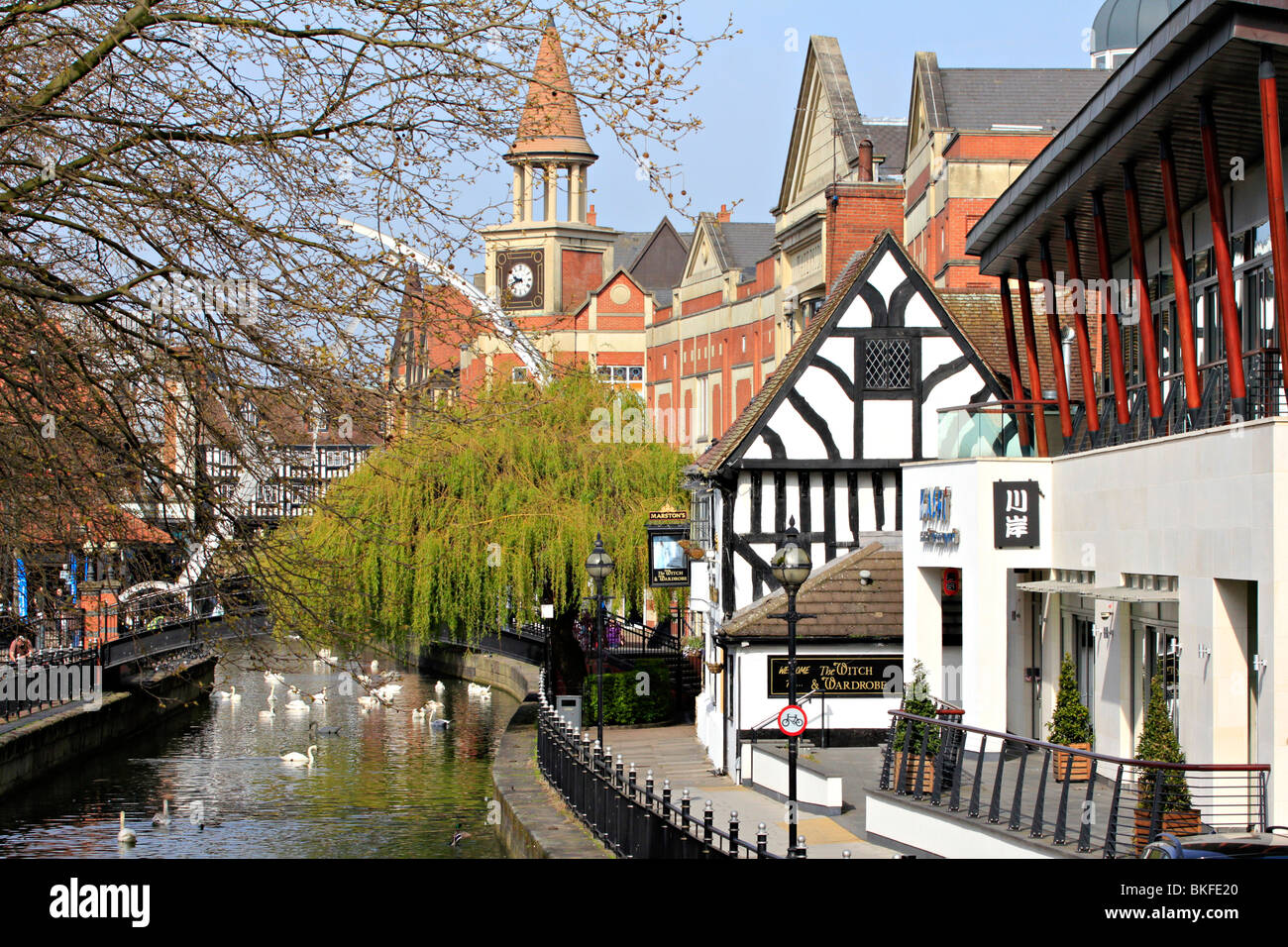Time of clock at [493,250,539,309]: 9:42
